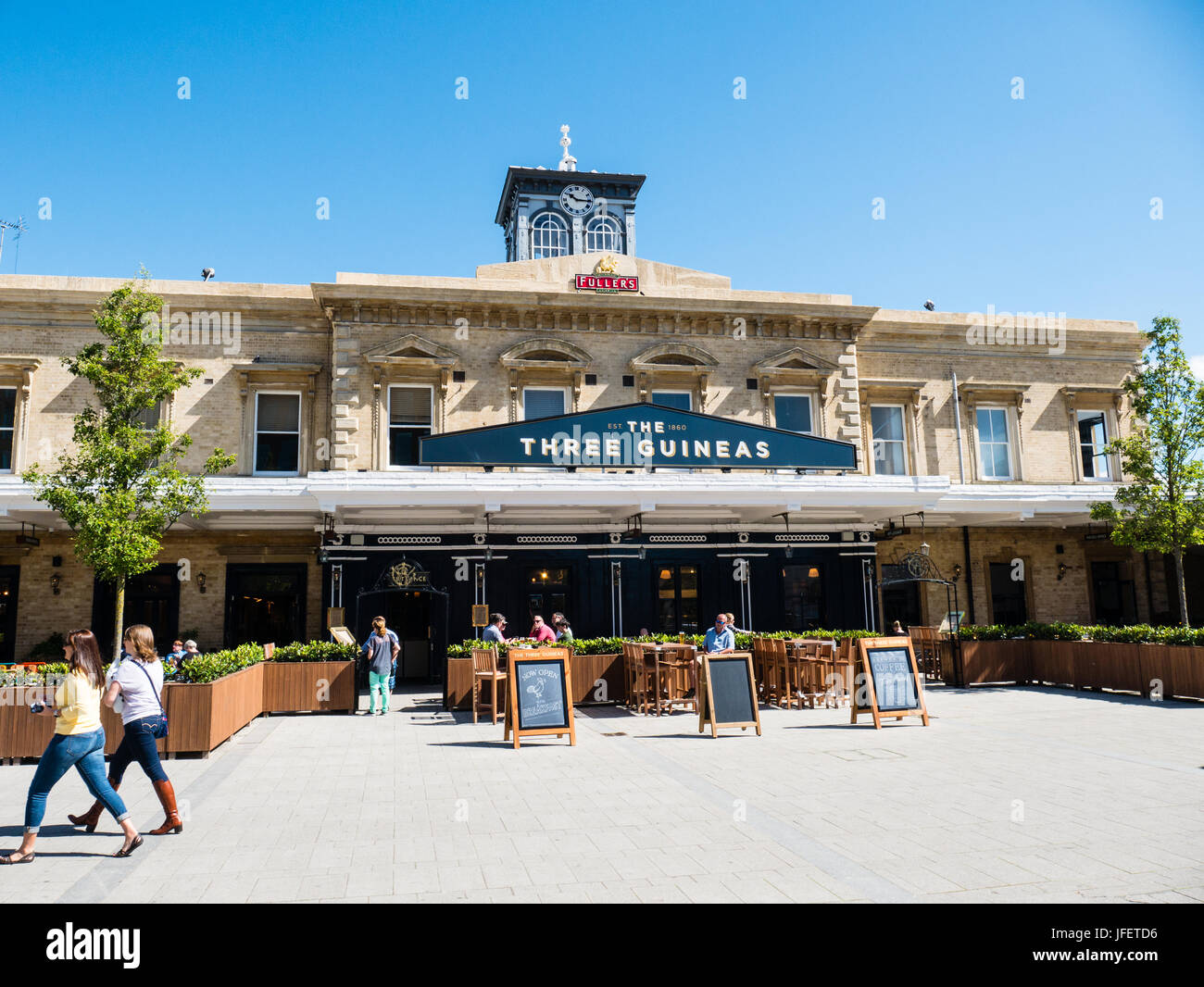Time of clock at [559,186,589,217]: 10:15
